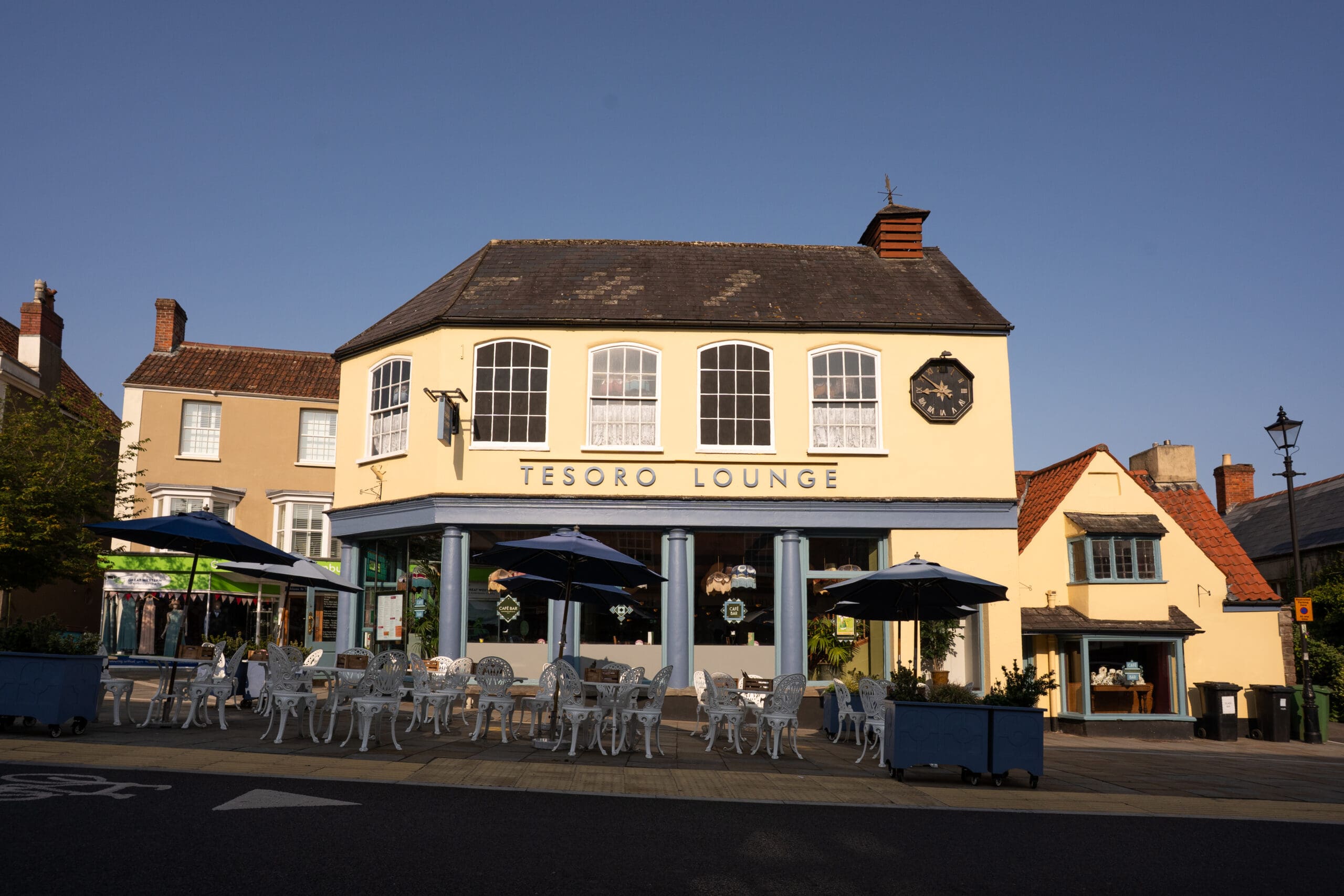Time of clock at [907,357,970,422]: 8:51
